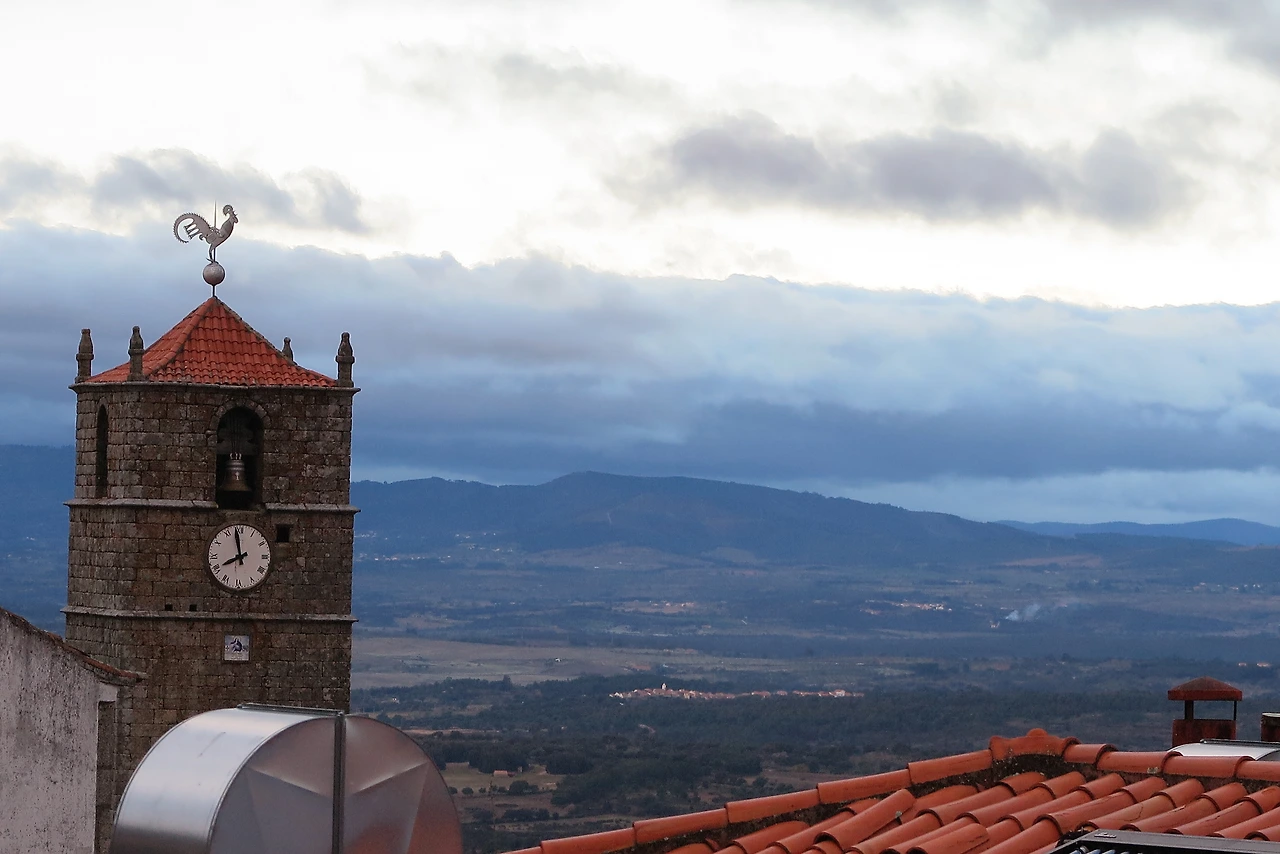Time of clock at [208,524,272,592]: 7:58
